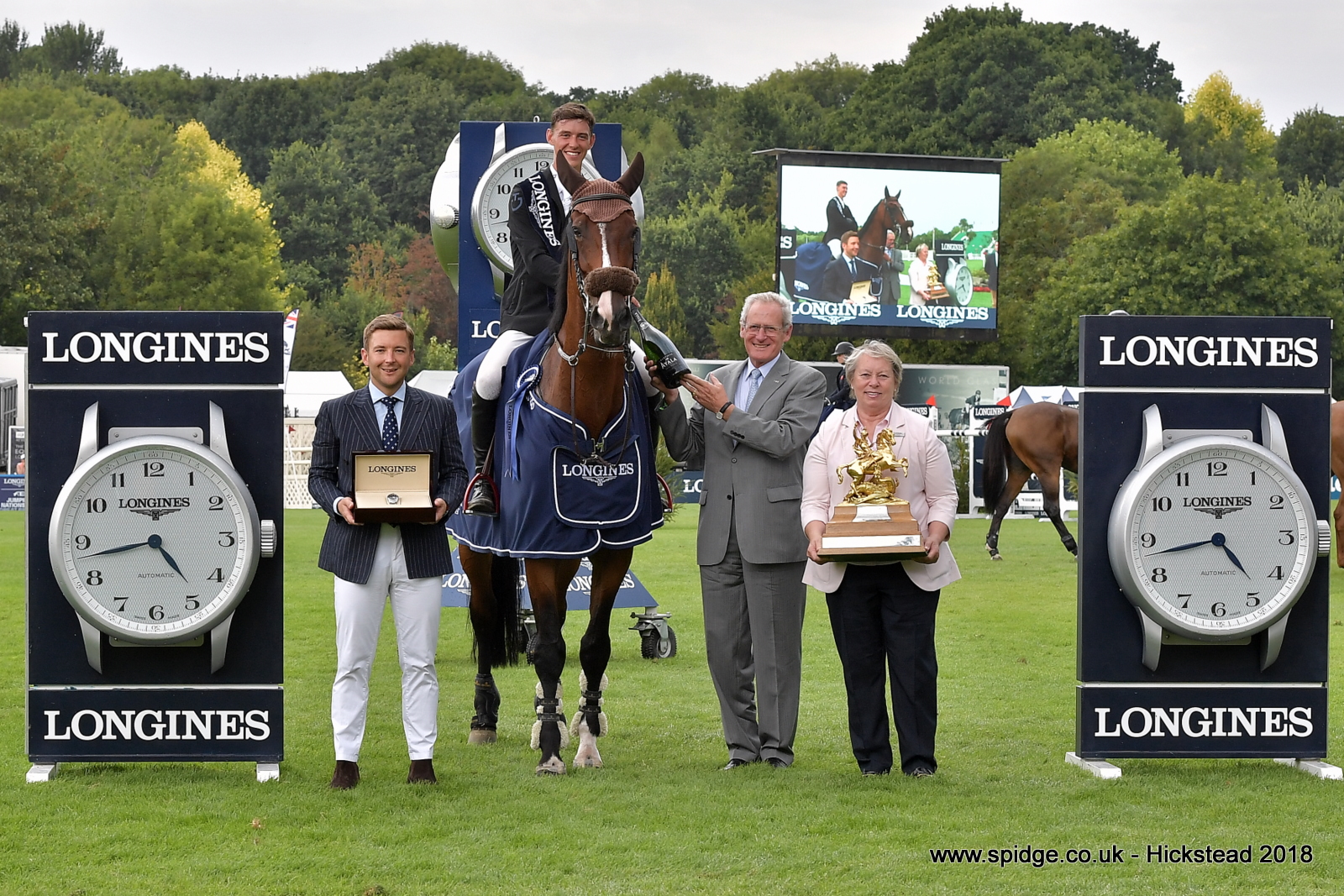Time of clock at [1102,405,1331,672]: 4:42
